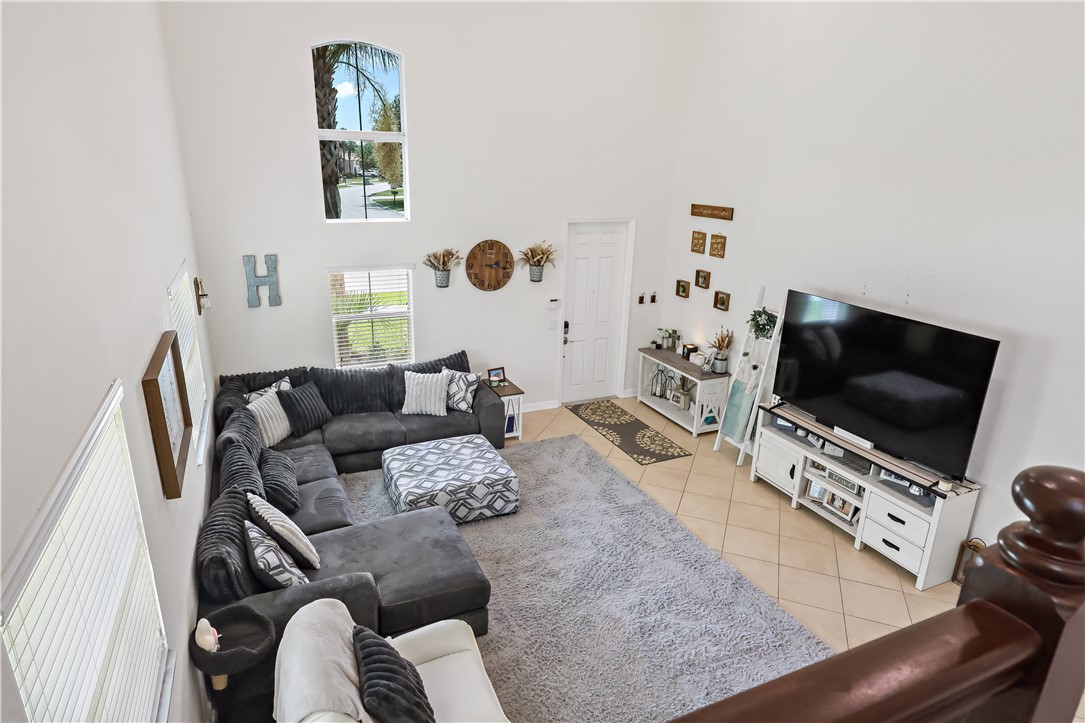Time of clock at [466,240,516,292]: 2:16
